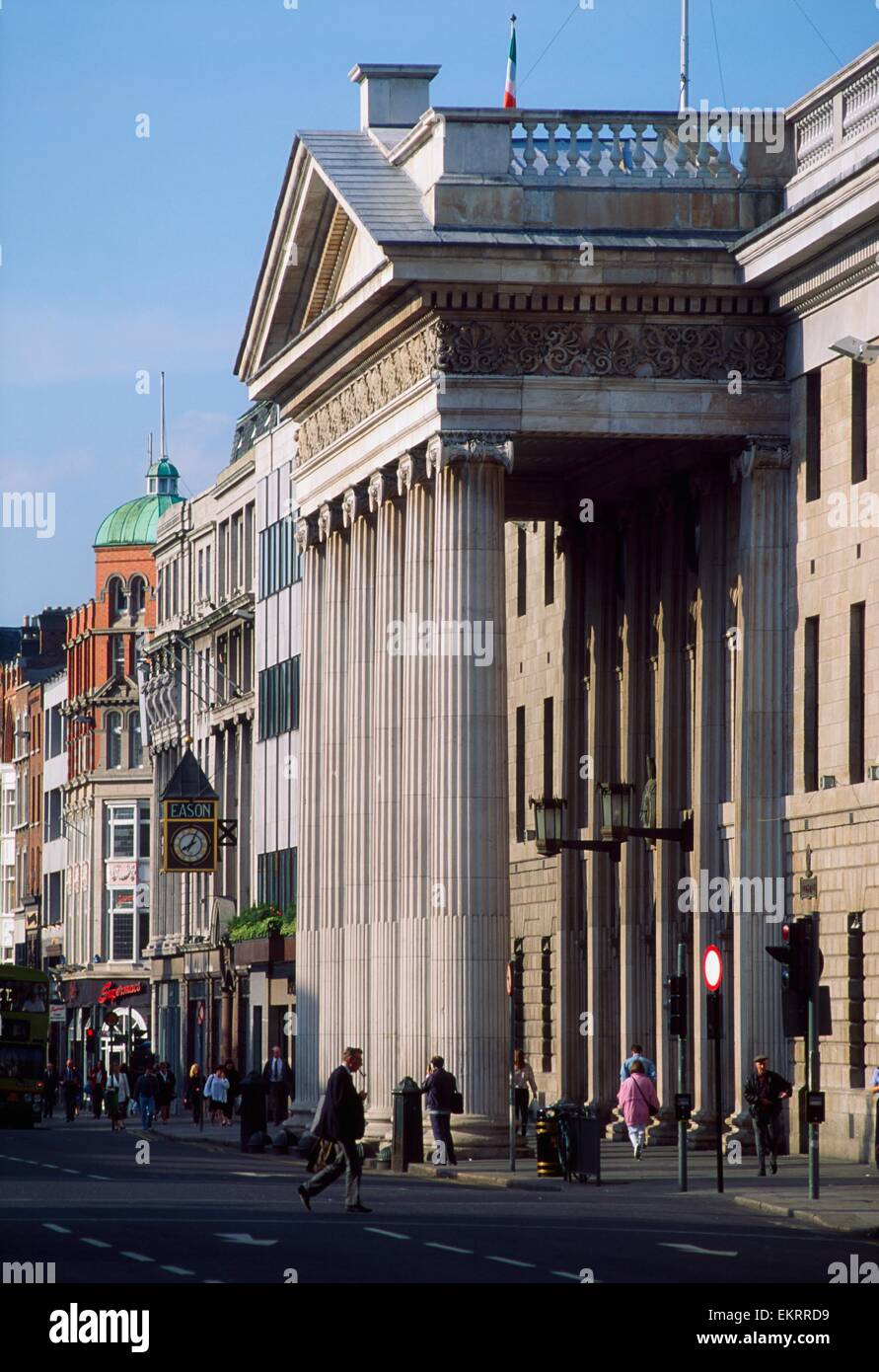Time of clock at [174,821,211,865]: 8:04
